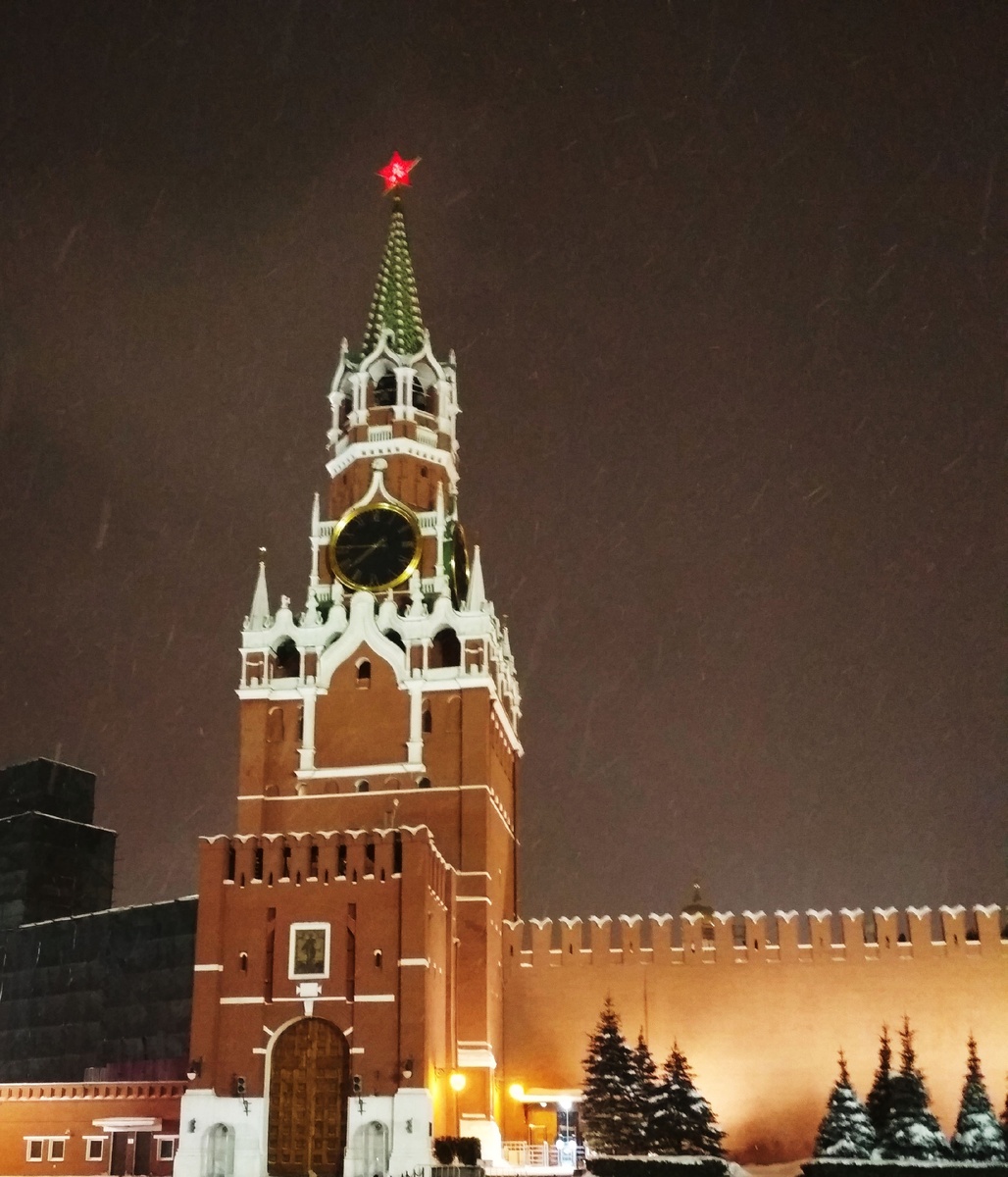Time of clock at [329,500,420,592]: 7:45
